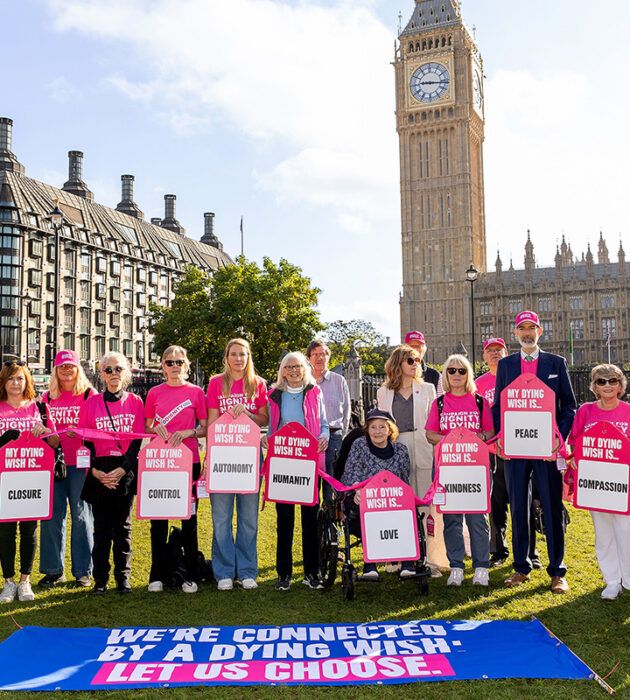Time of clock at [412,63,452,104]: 9:16
